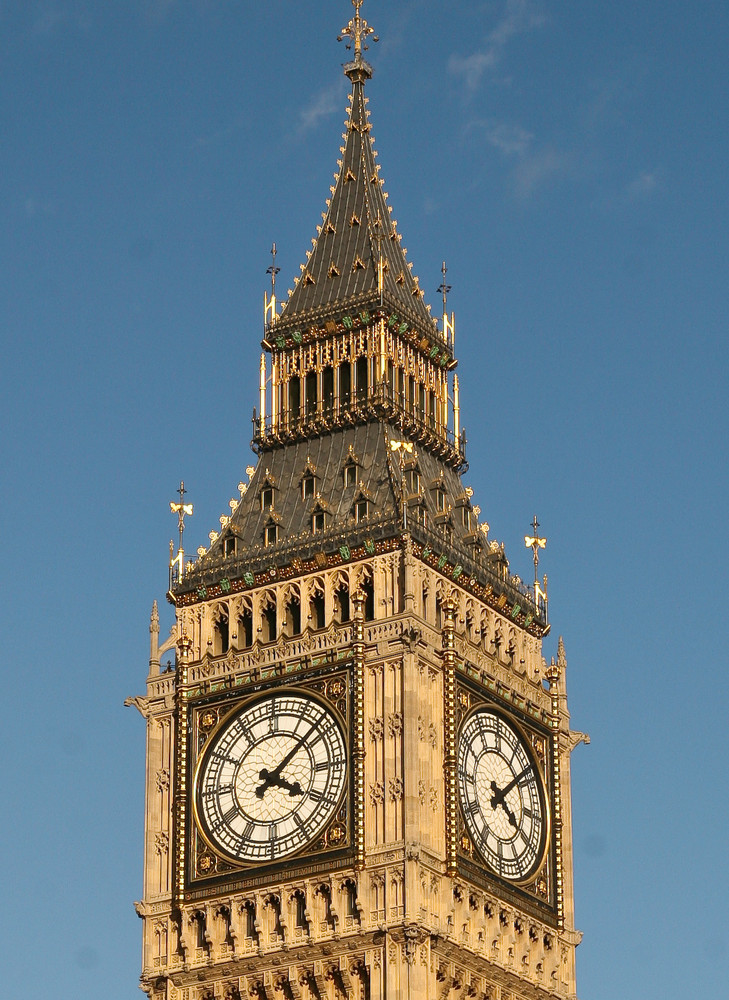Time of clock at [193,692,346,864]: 4:08
